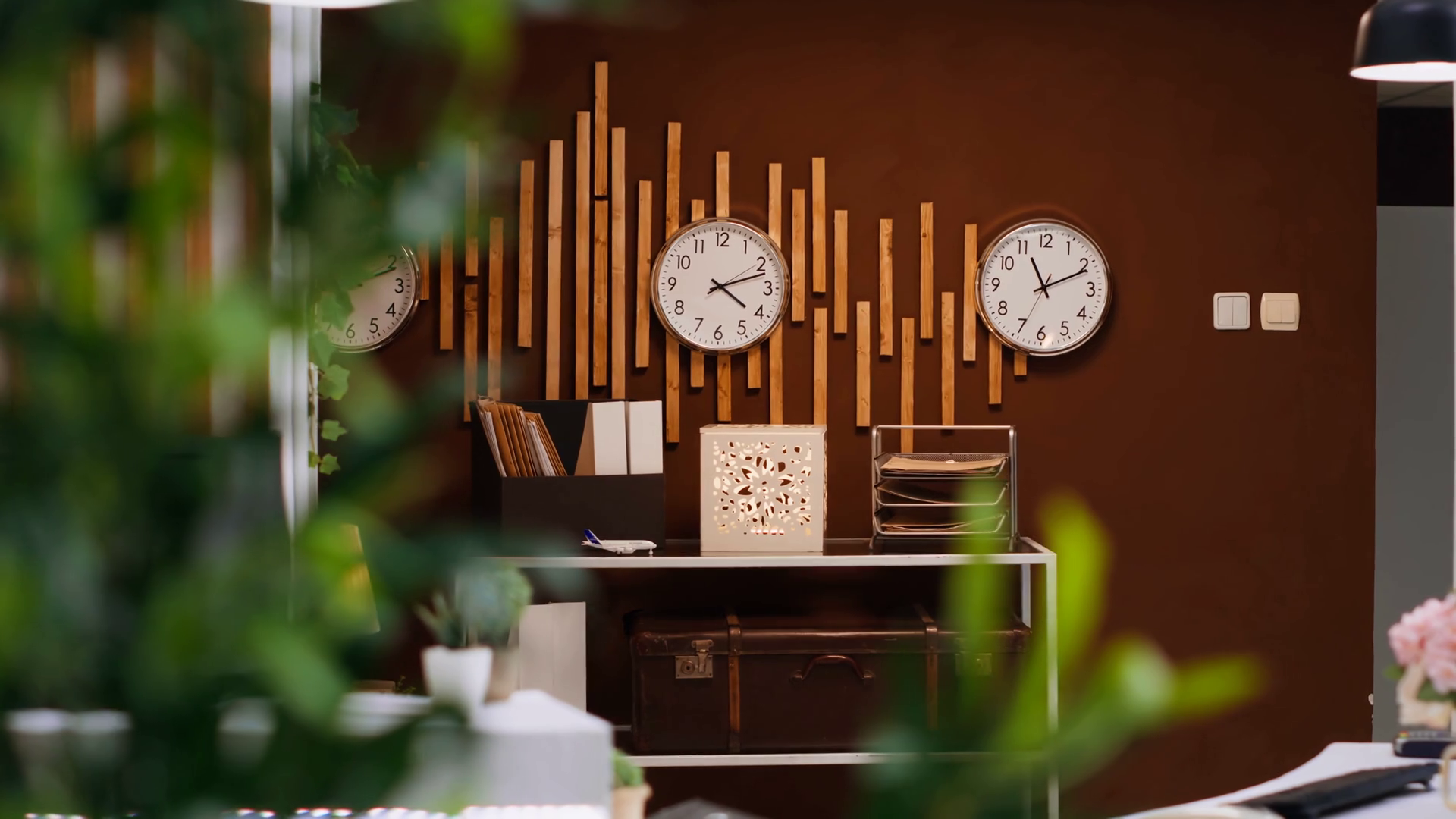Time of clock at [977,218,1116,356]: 11:11
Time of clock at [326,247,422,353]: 2:11
